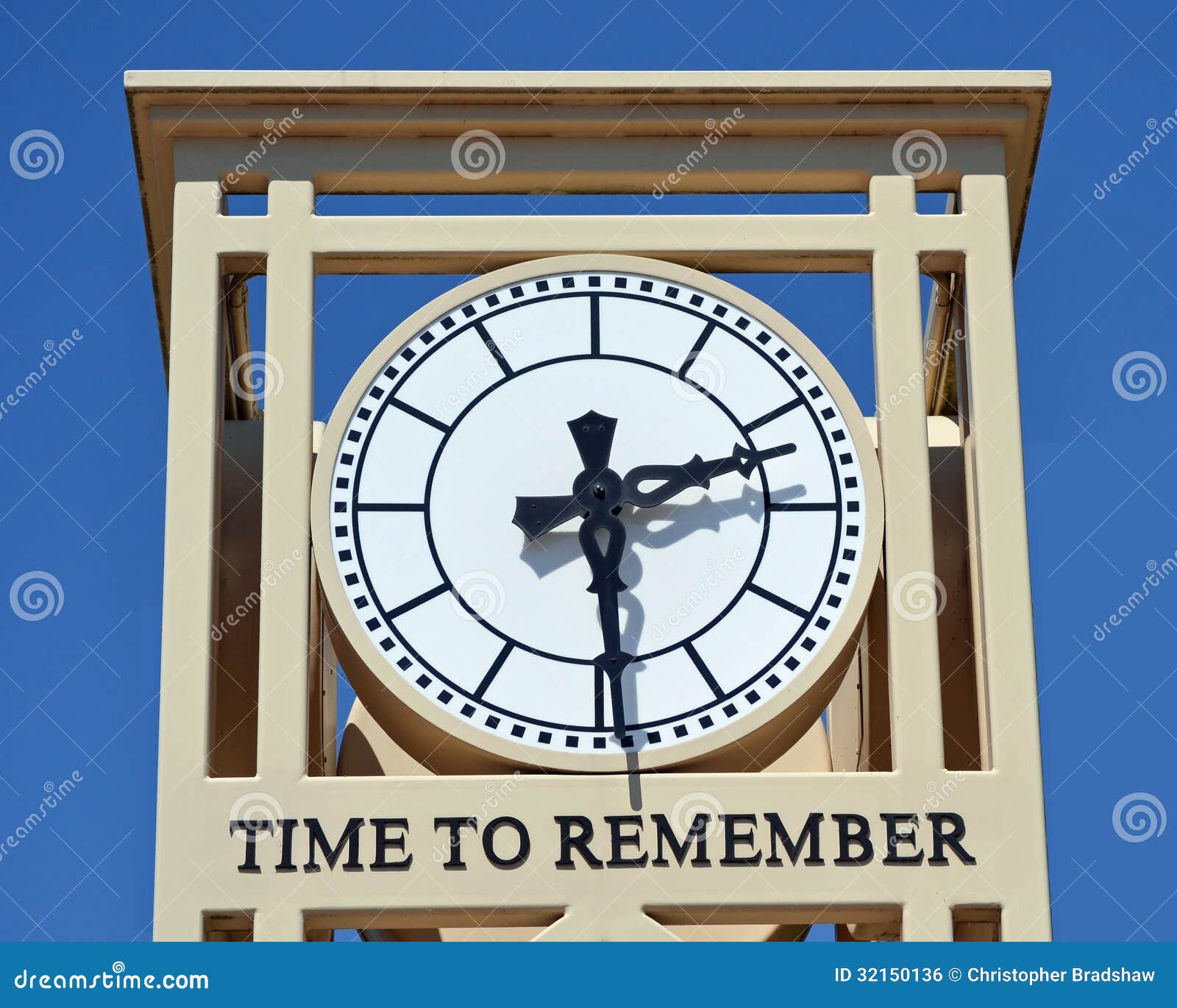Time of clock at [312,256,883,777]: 2:29
